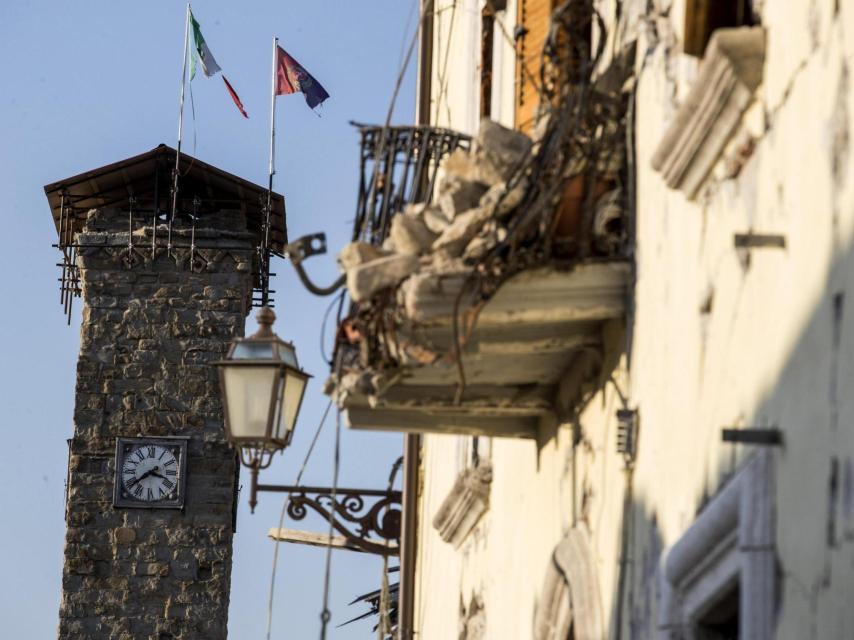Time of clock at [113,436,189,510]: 3:39
